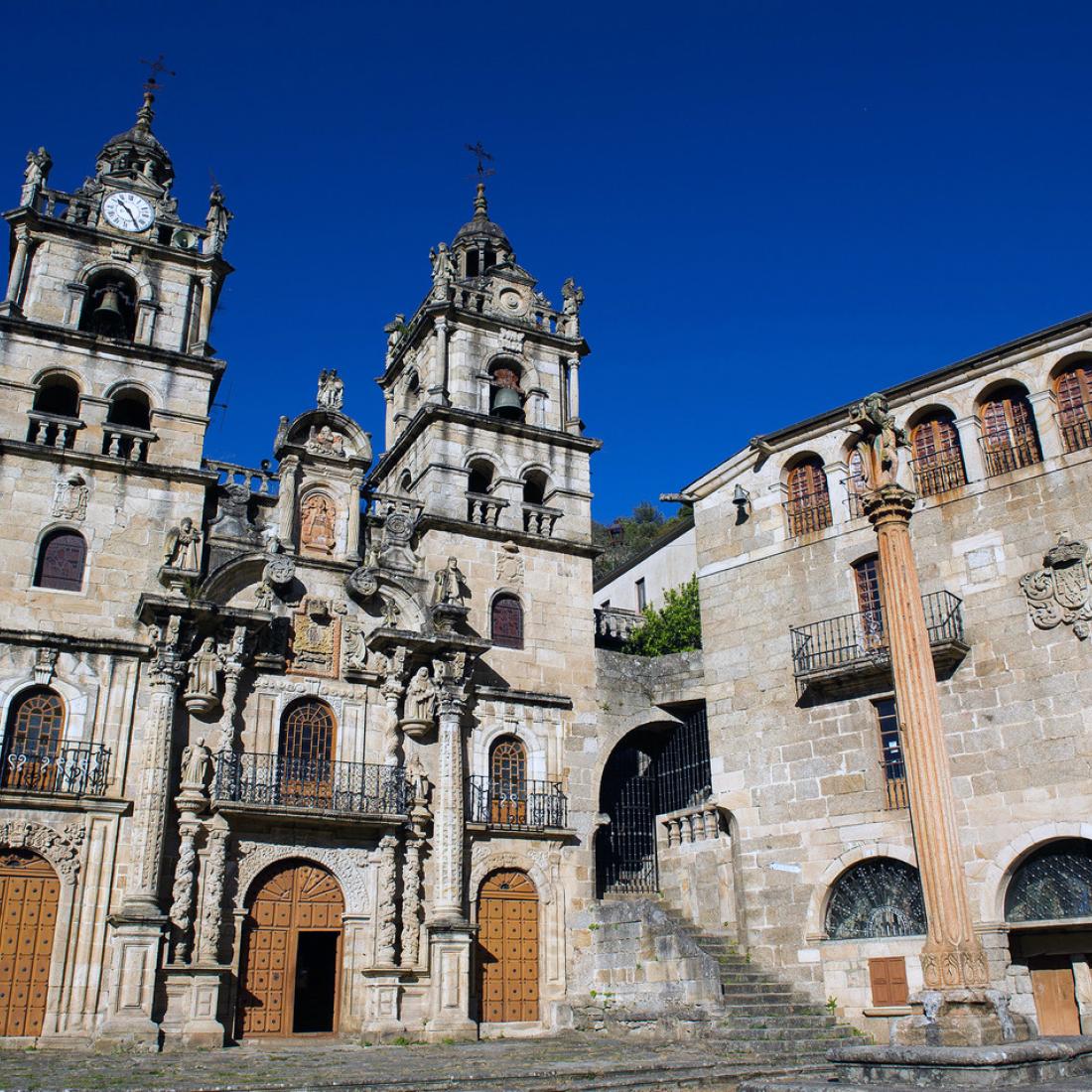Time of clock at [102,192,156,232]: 10:24
